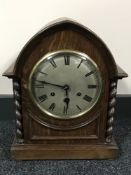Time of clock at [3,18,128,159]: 5:46
